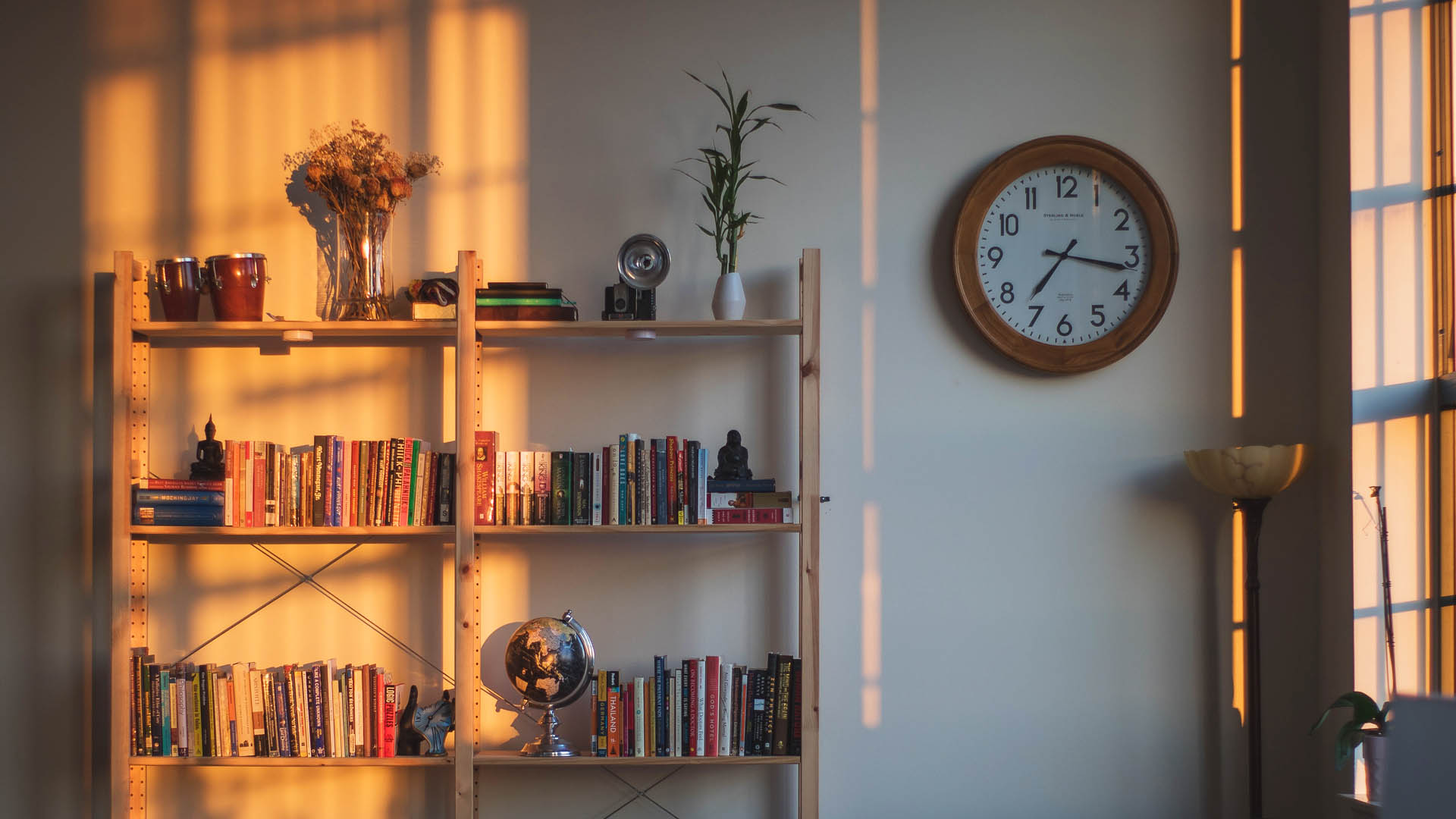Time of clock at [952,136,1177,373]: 7:16
